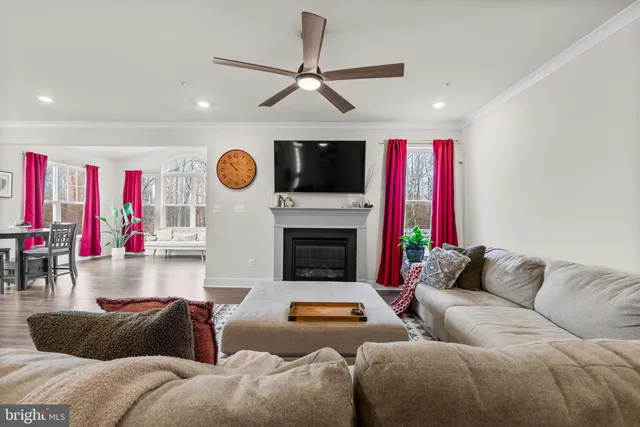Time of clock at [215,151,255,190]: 10:28
